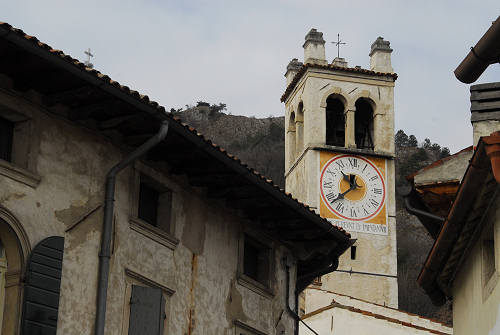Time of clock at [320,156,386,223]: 10:37
